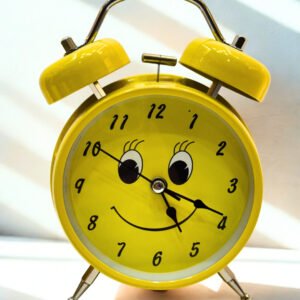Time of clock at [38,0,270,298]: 5:19
